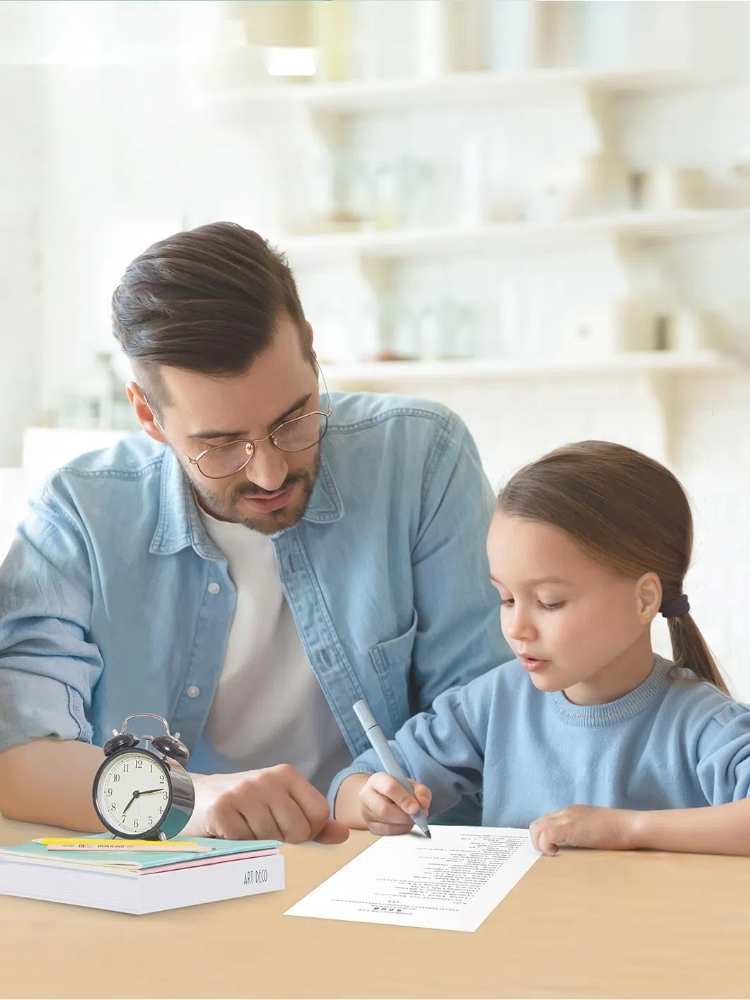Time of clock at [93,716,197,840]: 7:13
